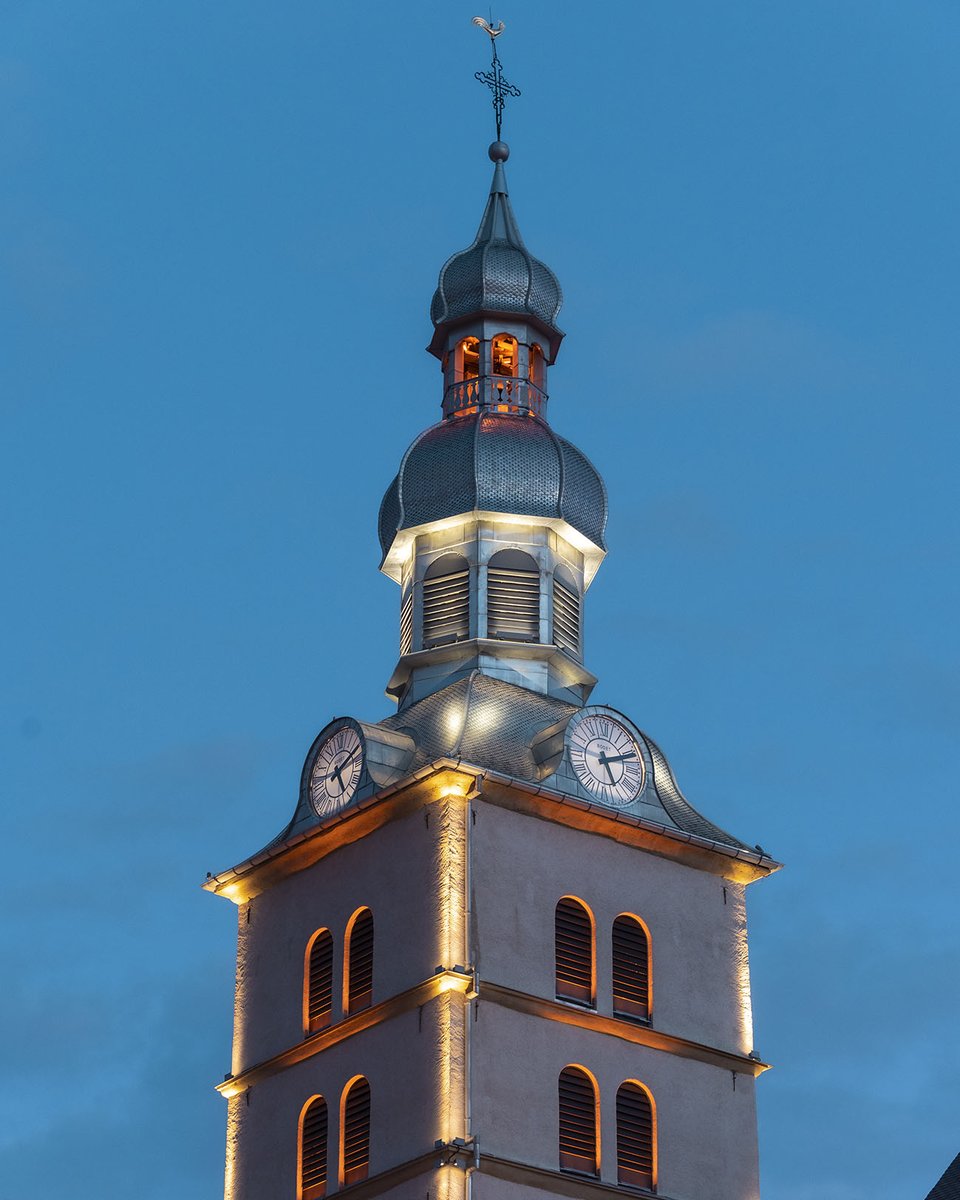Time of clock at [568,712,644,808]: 5:11
